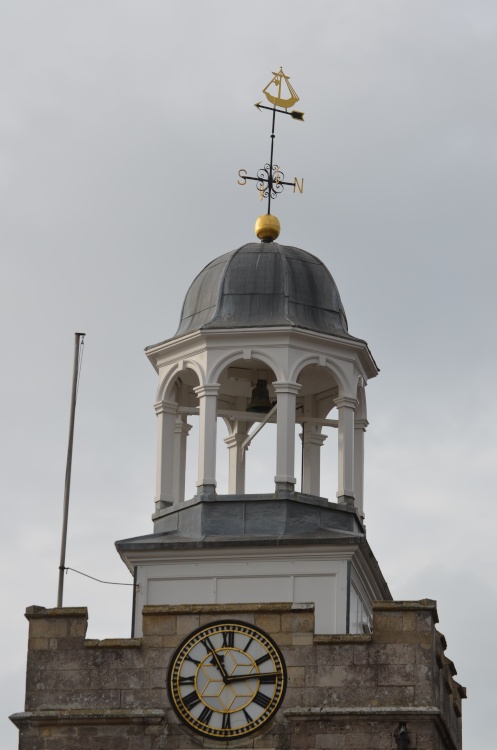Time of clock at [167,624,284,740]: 11:13
